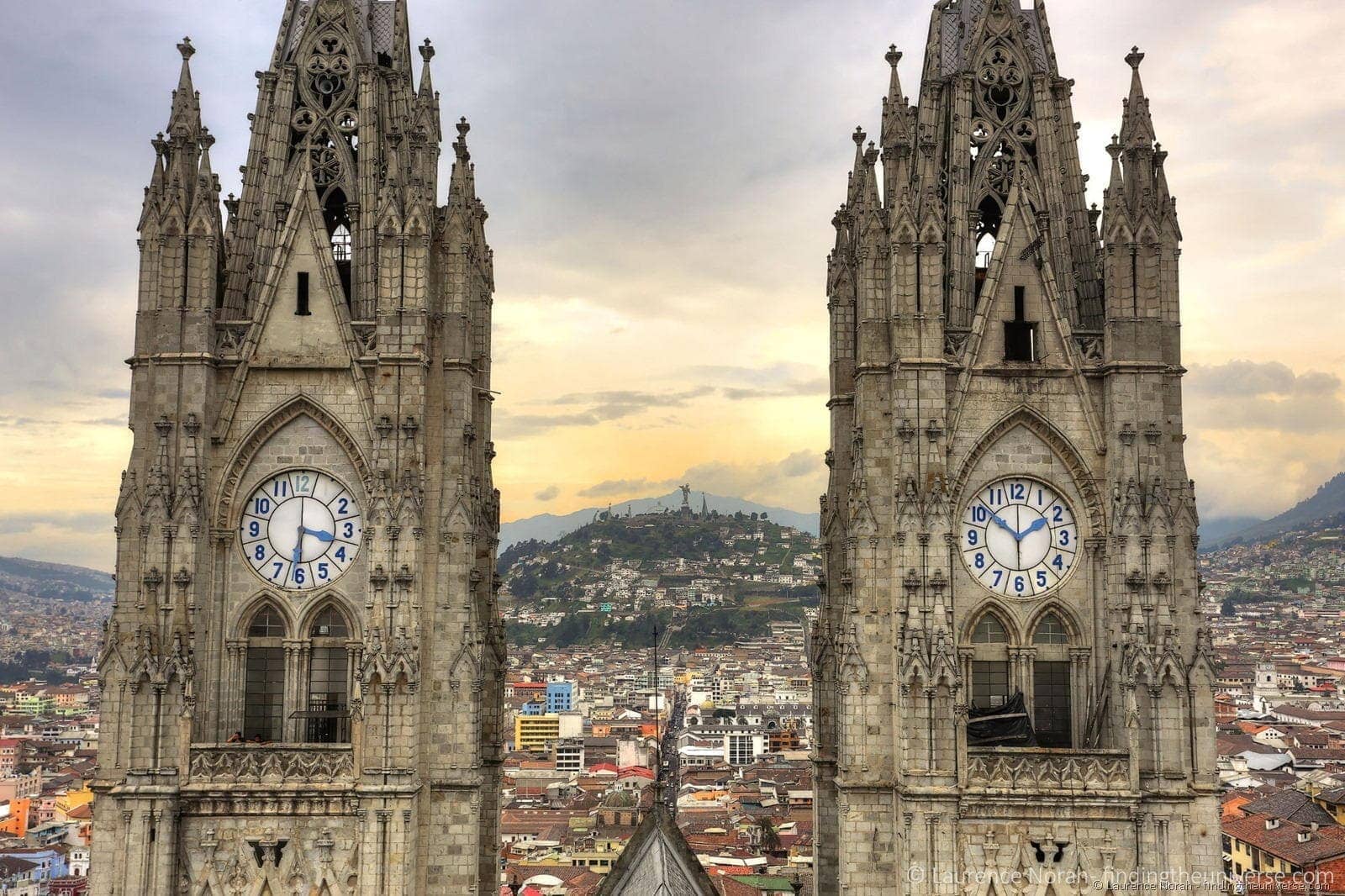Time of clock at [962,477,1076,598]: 1:51
